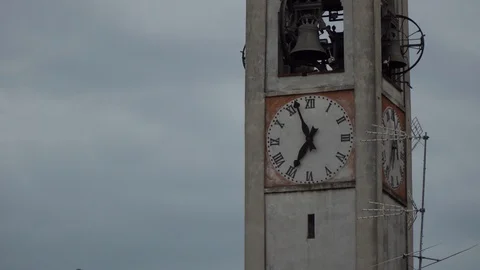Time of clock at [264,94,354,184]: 6:56
